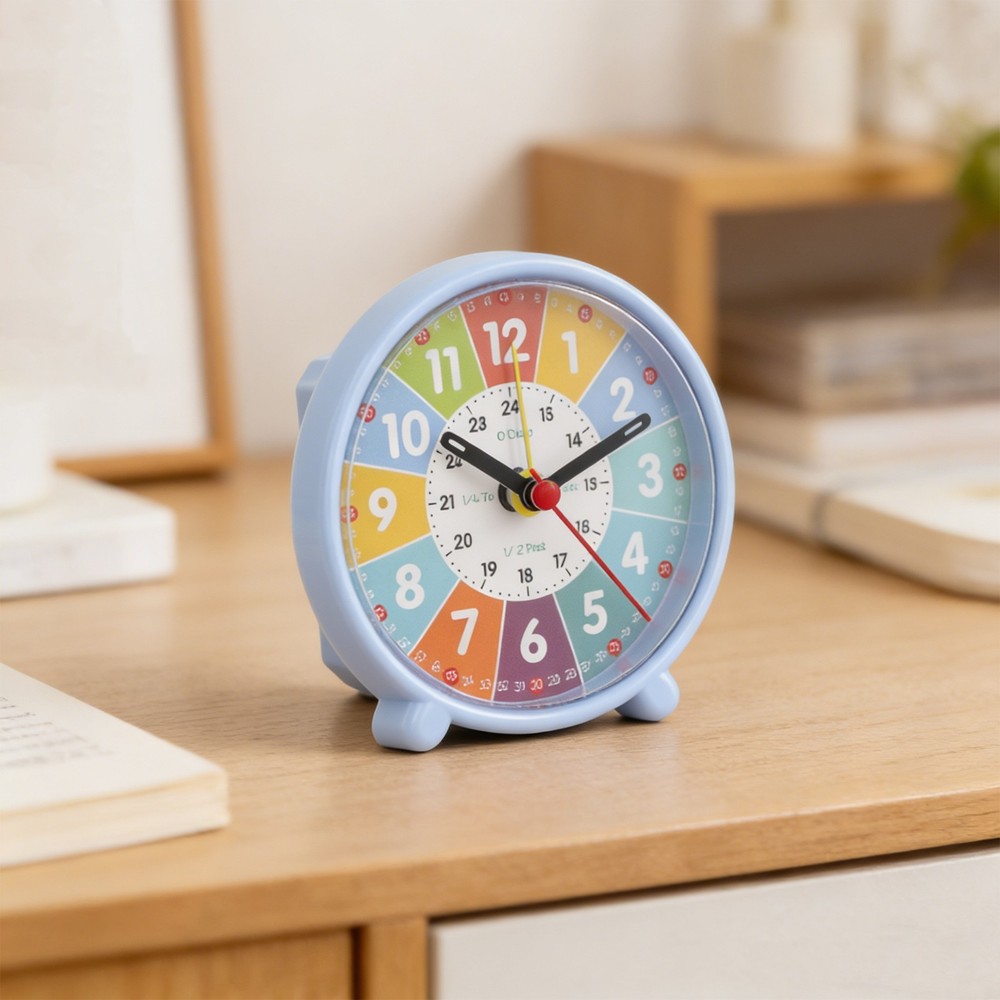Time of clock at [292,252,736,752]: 10:11
